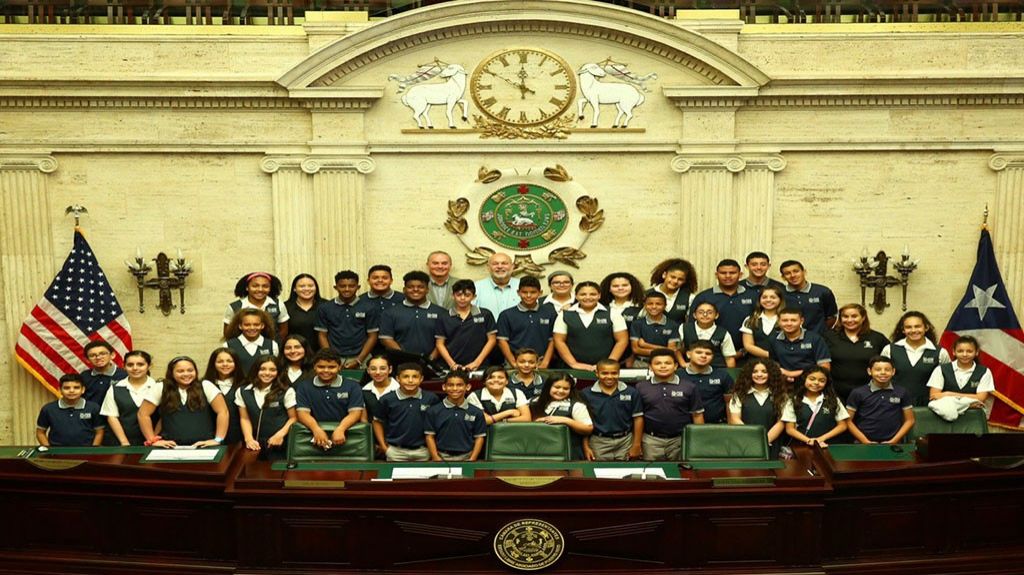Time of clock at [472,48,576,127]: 11:50
